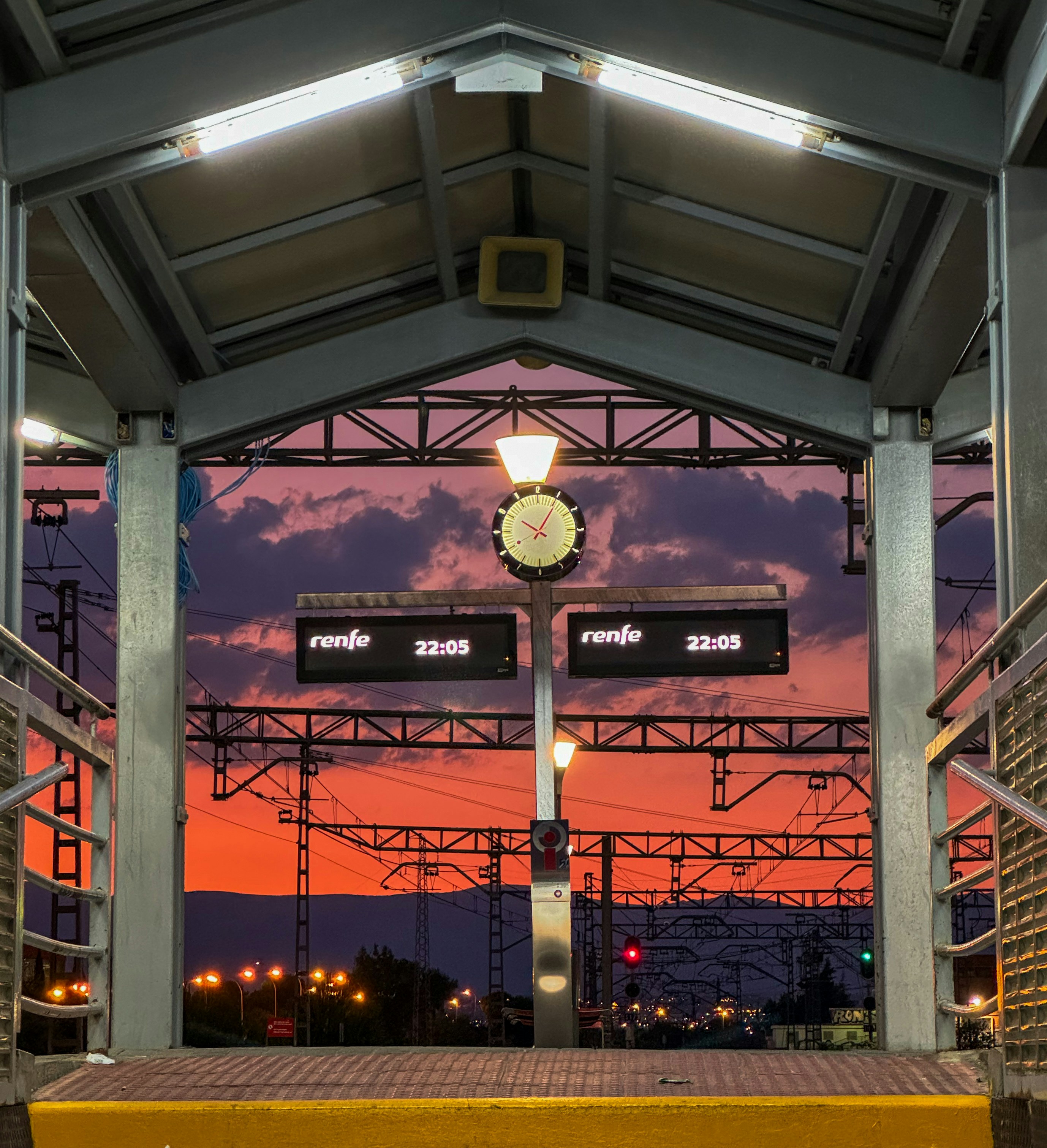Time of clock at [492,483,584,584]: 10:05
